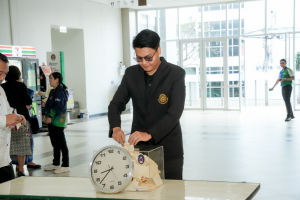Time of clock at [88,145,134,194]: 8:37
